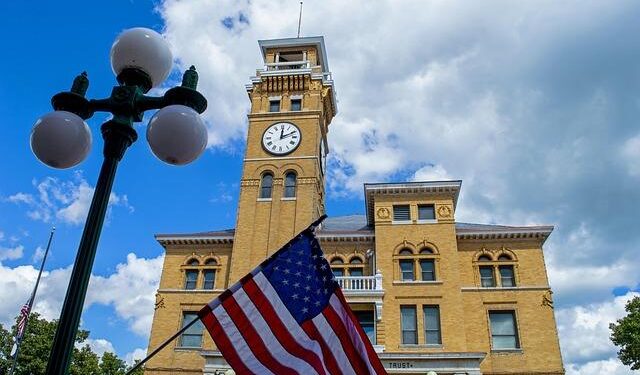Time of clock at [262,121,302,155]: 12:10
